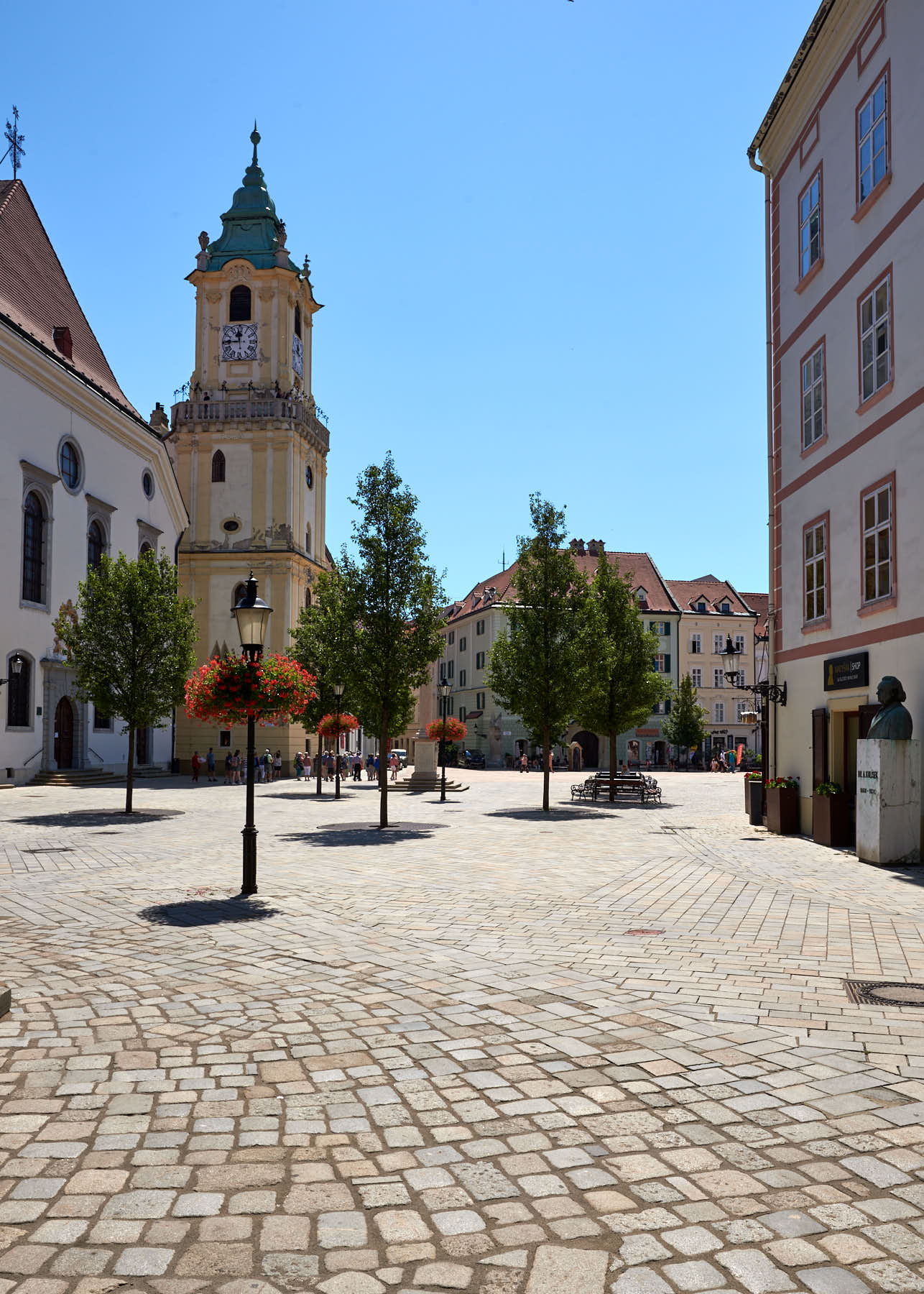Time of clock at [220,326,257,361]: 11:44
